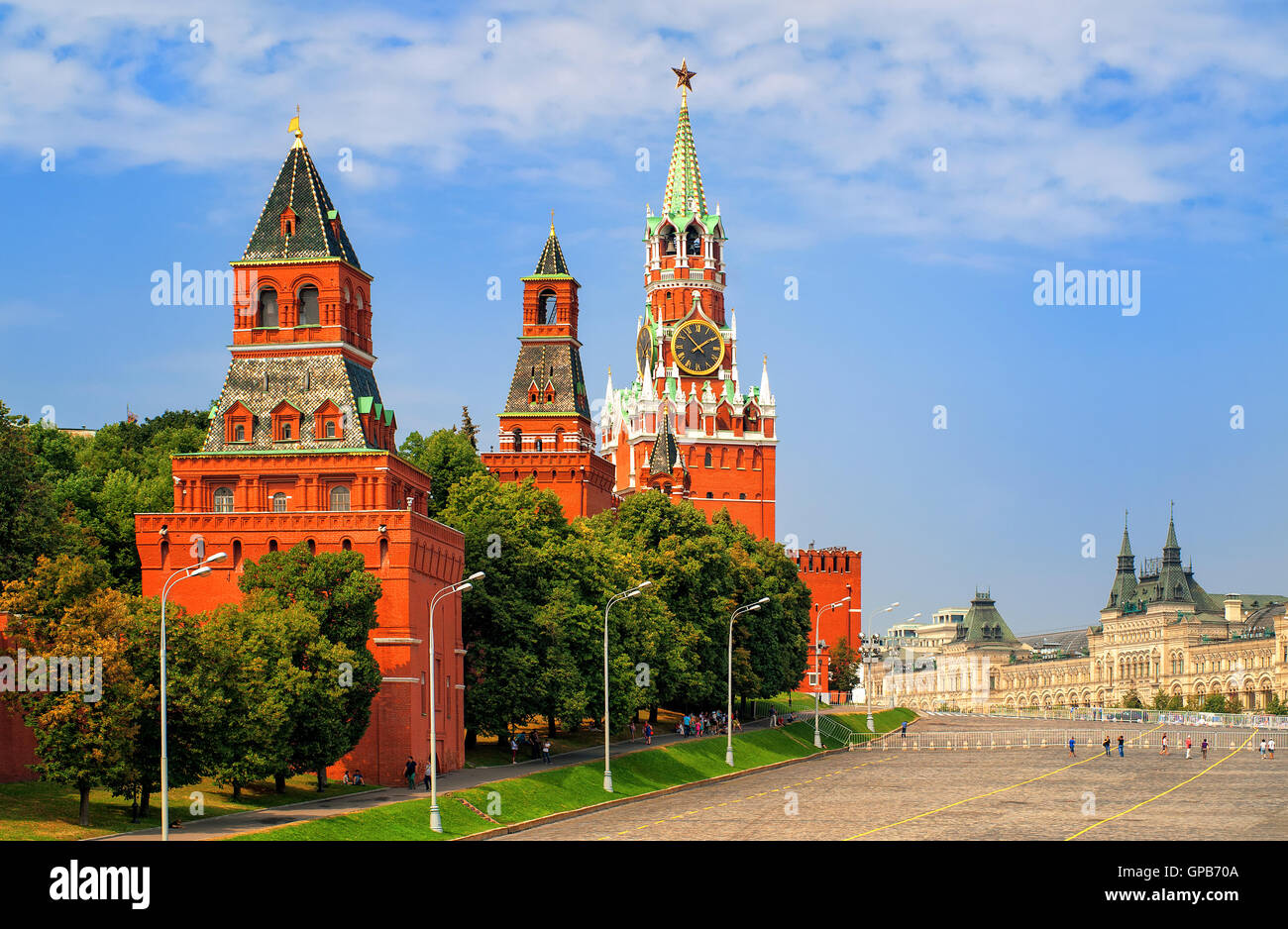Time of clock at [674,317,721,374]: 1:52
